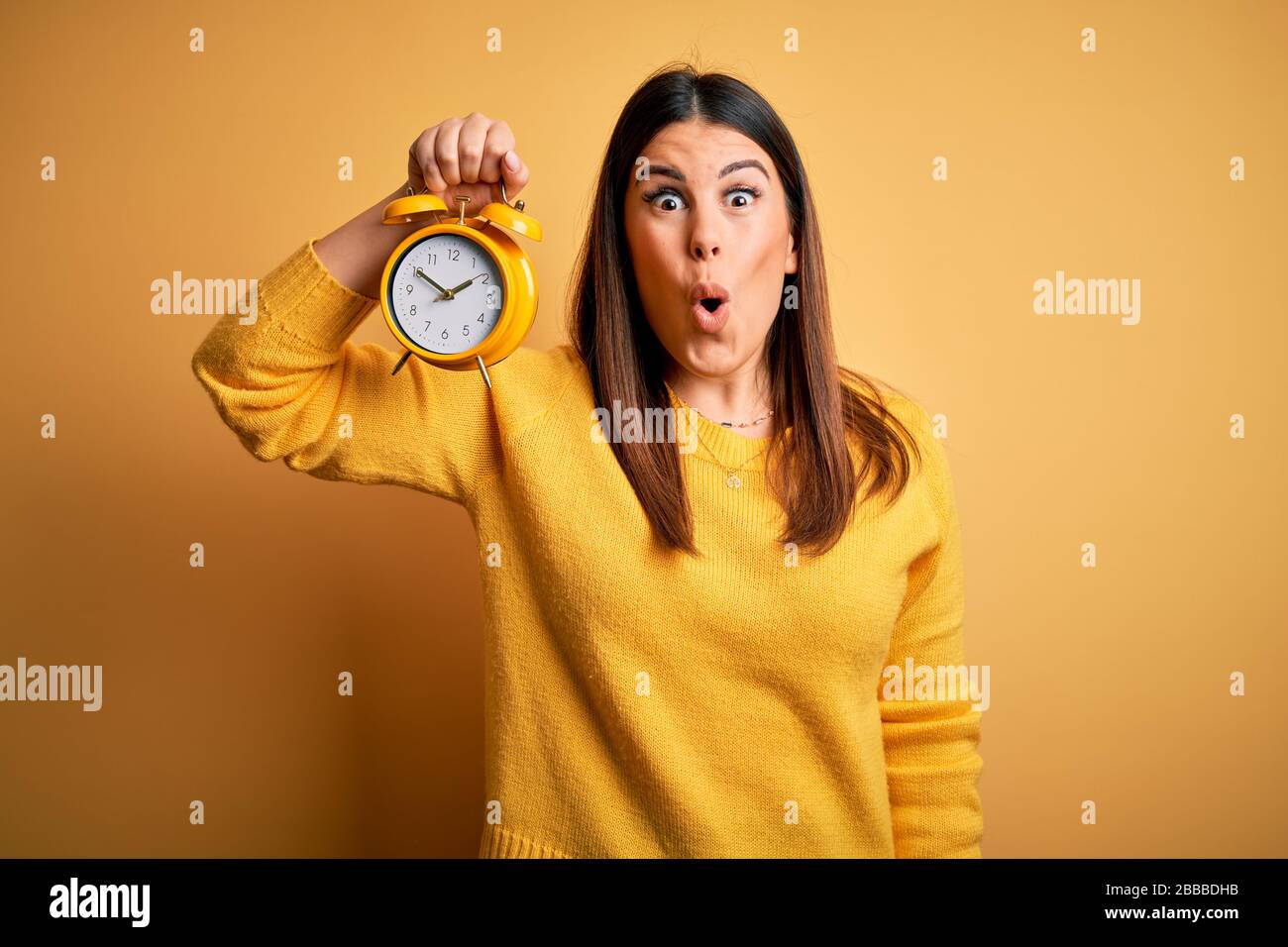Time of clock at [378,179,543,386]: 1:50
